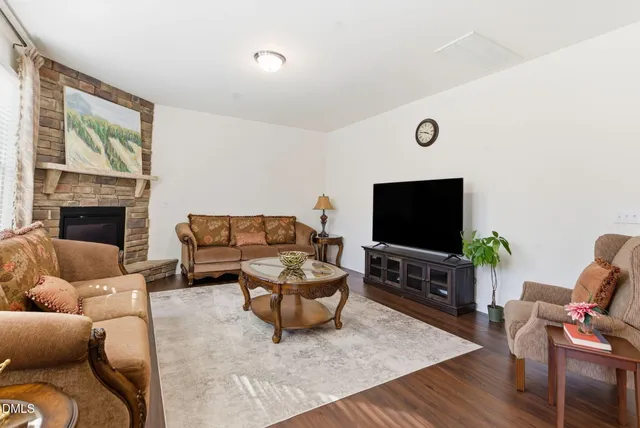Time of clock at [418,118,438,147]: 3:46
